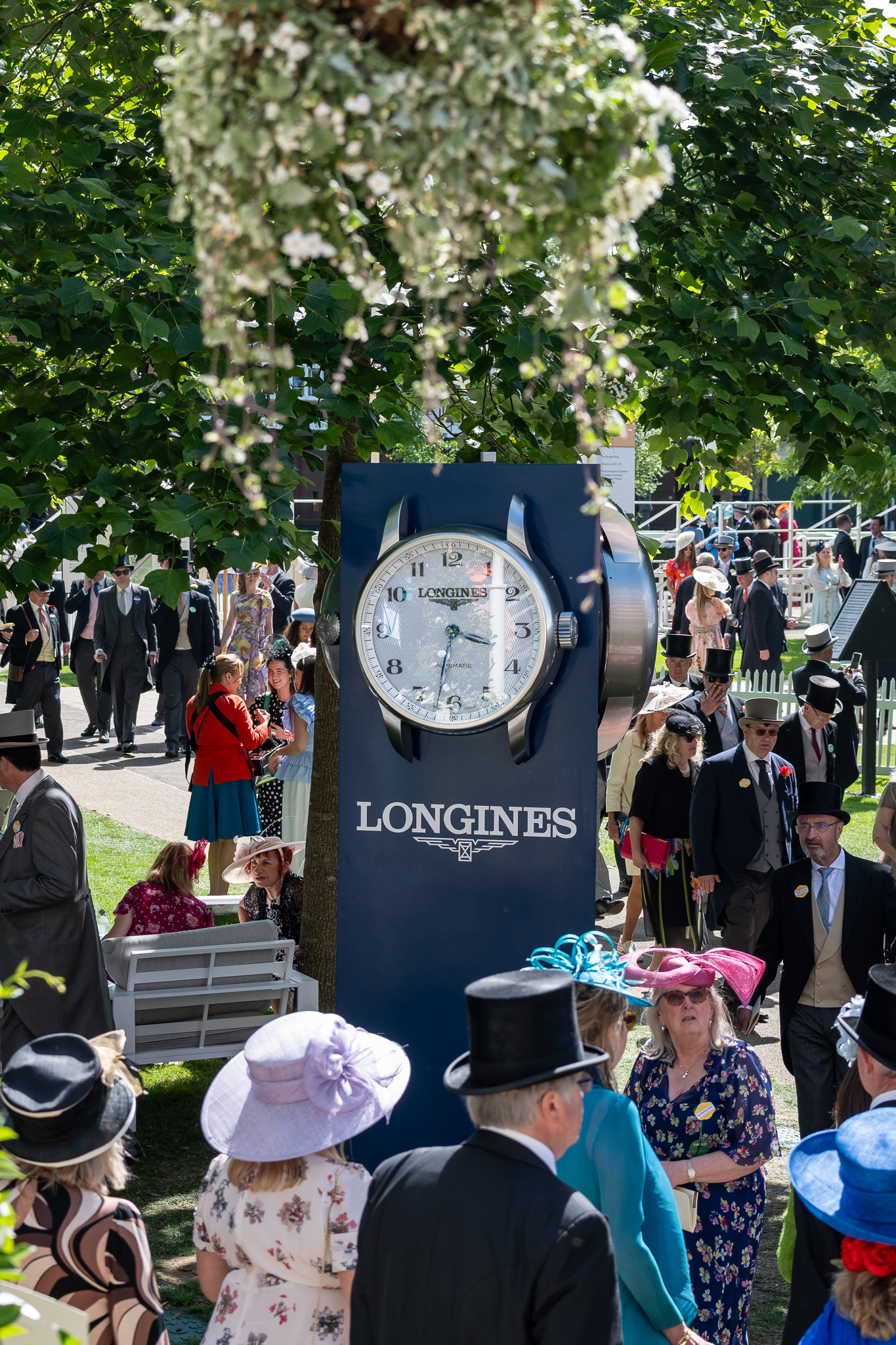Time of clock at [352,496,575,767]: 3:32
